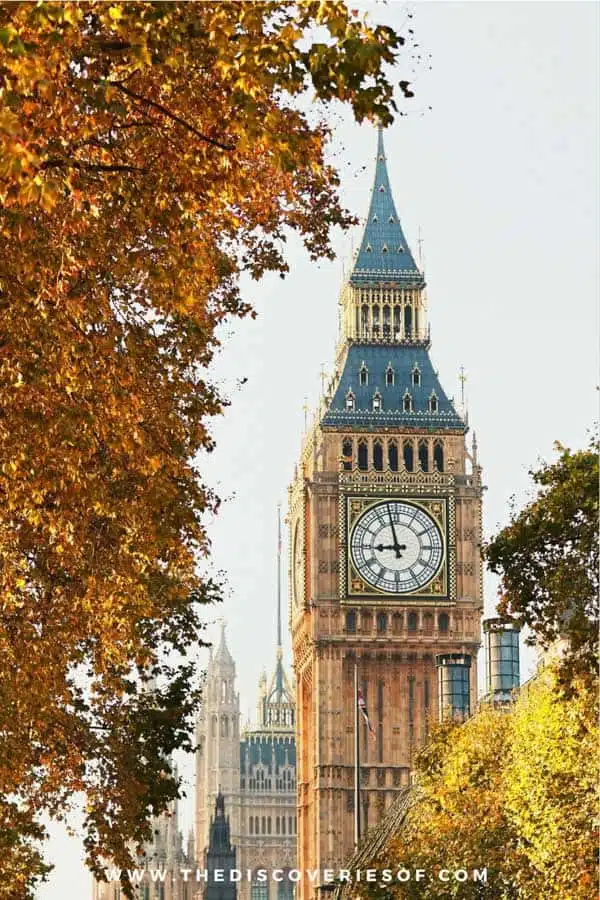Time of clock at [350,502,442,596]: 8:57
